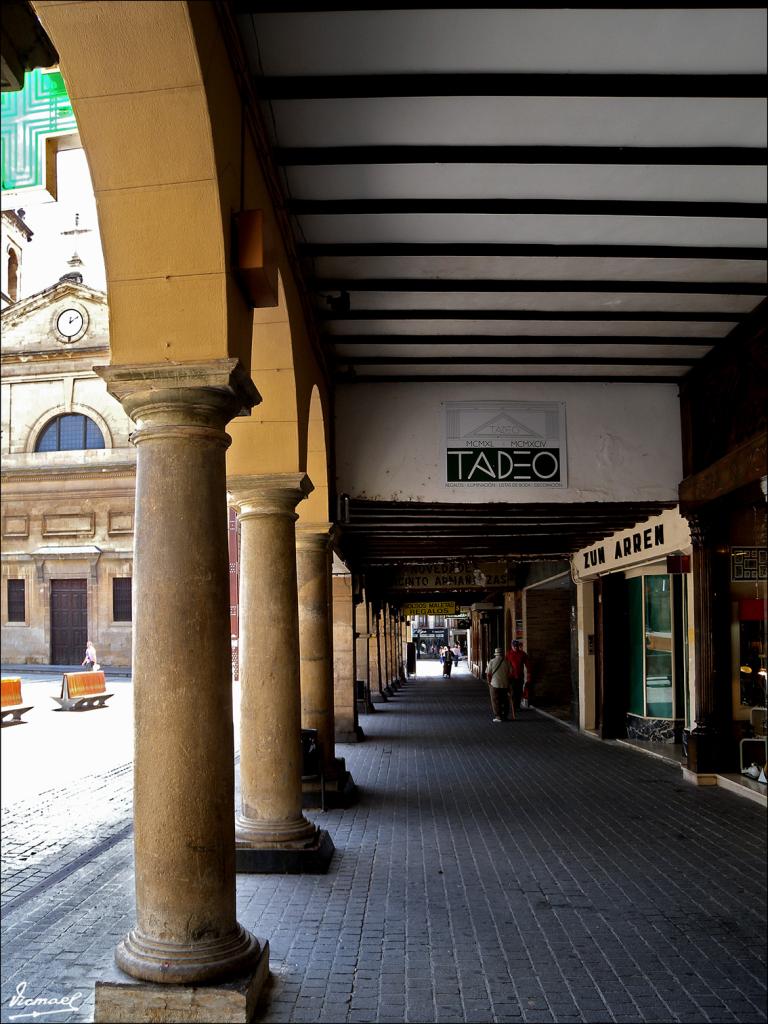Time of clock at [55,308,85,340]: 12:09
